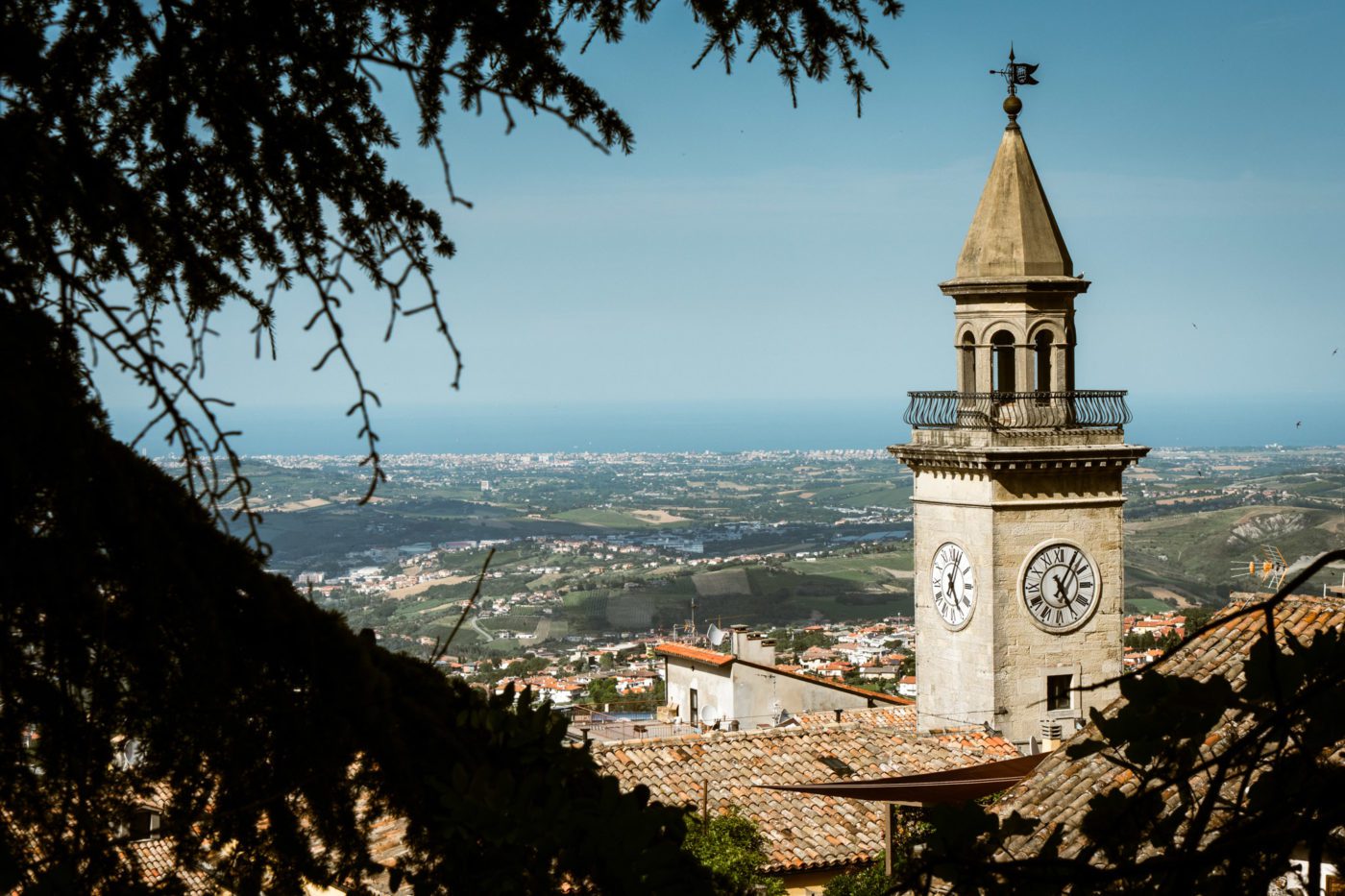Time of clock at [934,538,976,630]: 5:03
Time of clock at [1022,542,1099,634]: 5:05
